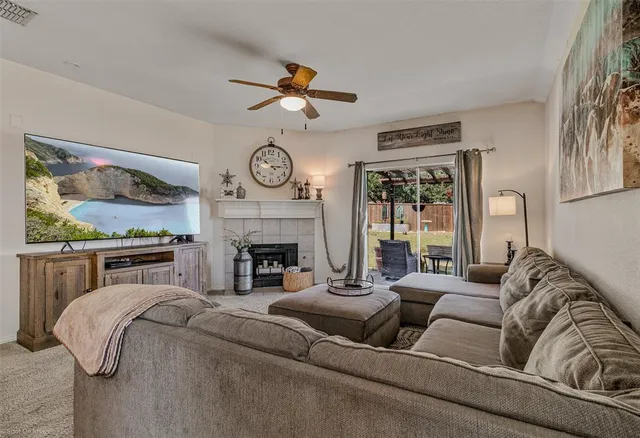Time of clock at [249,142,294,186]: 4:15
